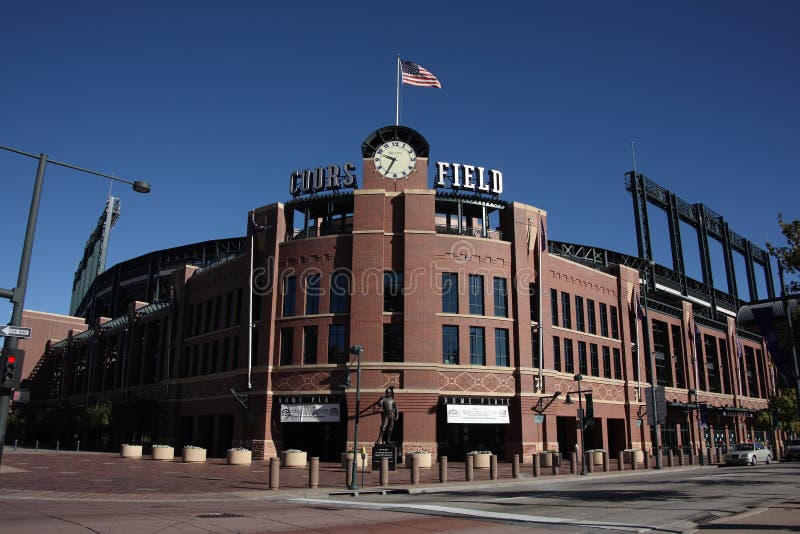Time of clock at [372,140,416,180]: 9:34
